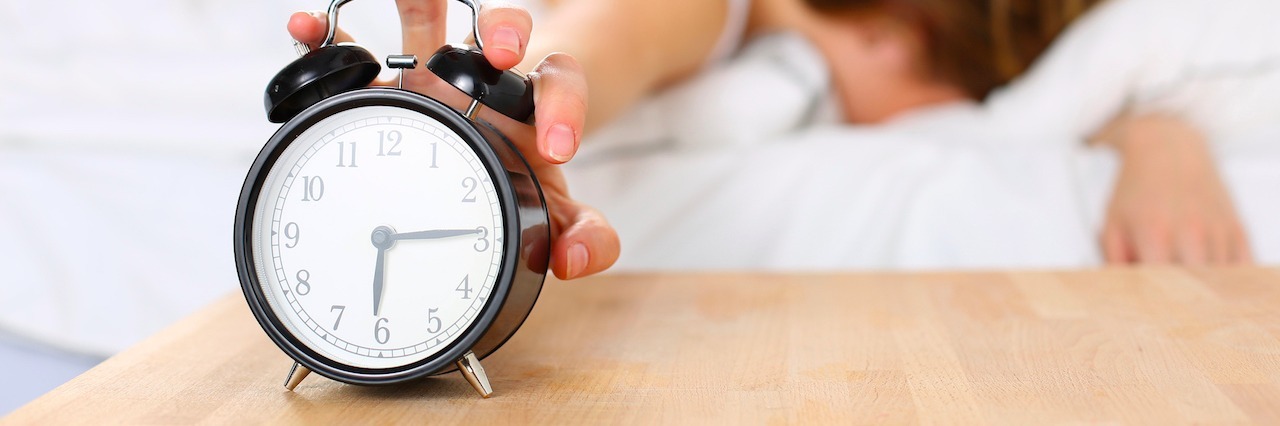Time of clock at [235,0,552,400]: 6:14
